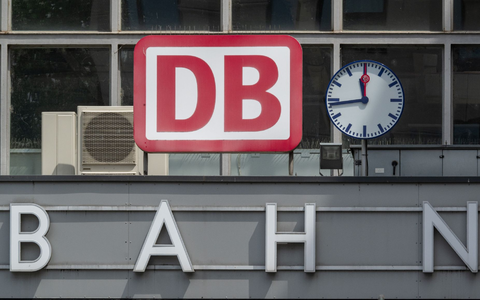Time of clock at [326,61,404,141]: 11:43
